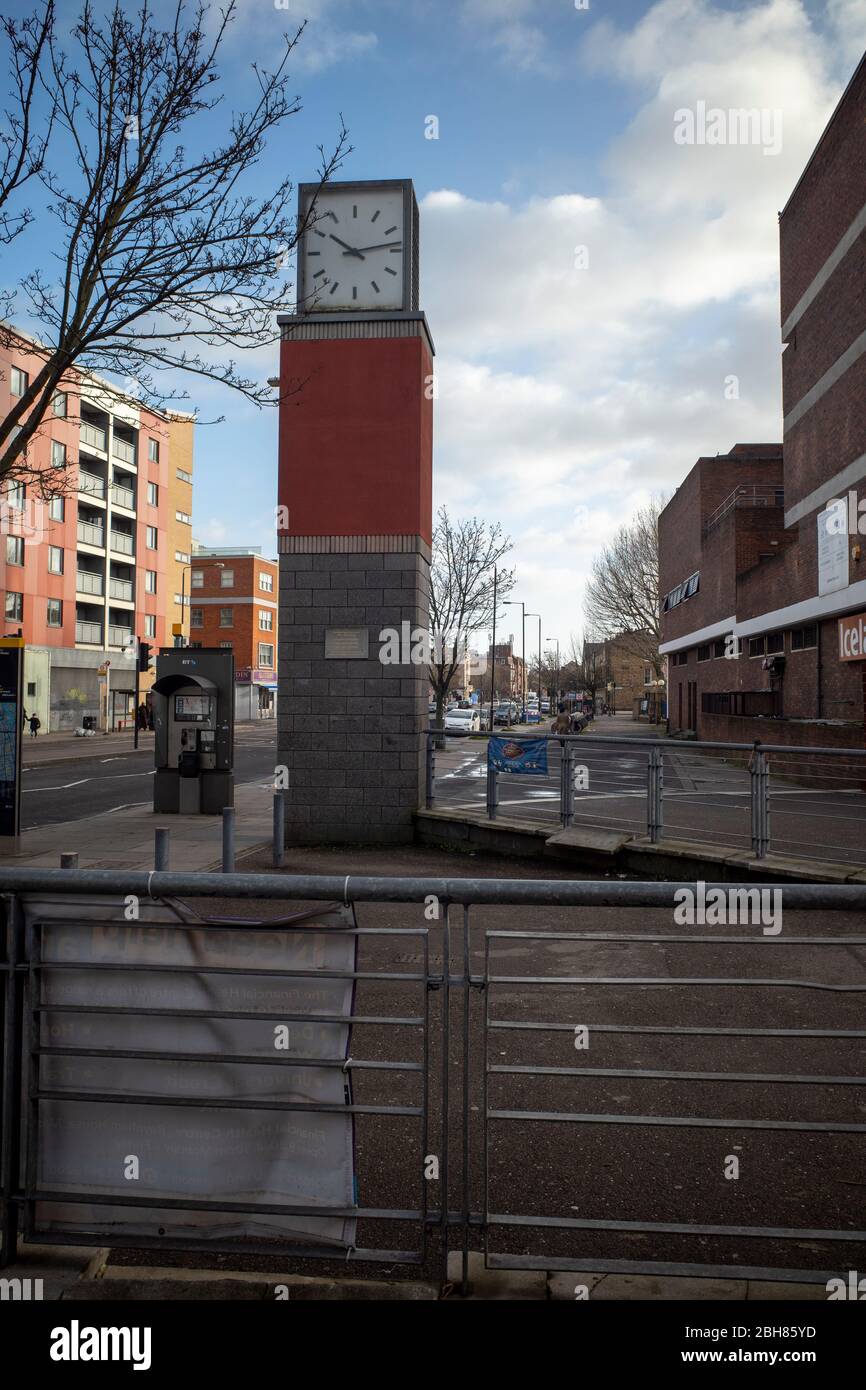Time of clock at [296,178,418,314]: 10:13
